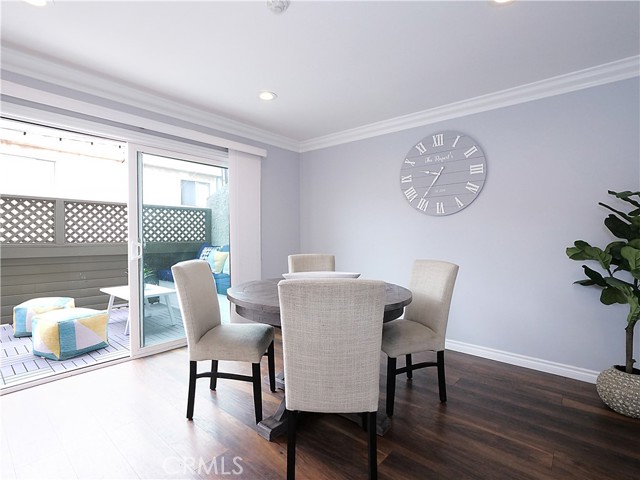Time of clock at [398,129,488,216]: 9:36
